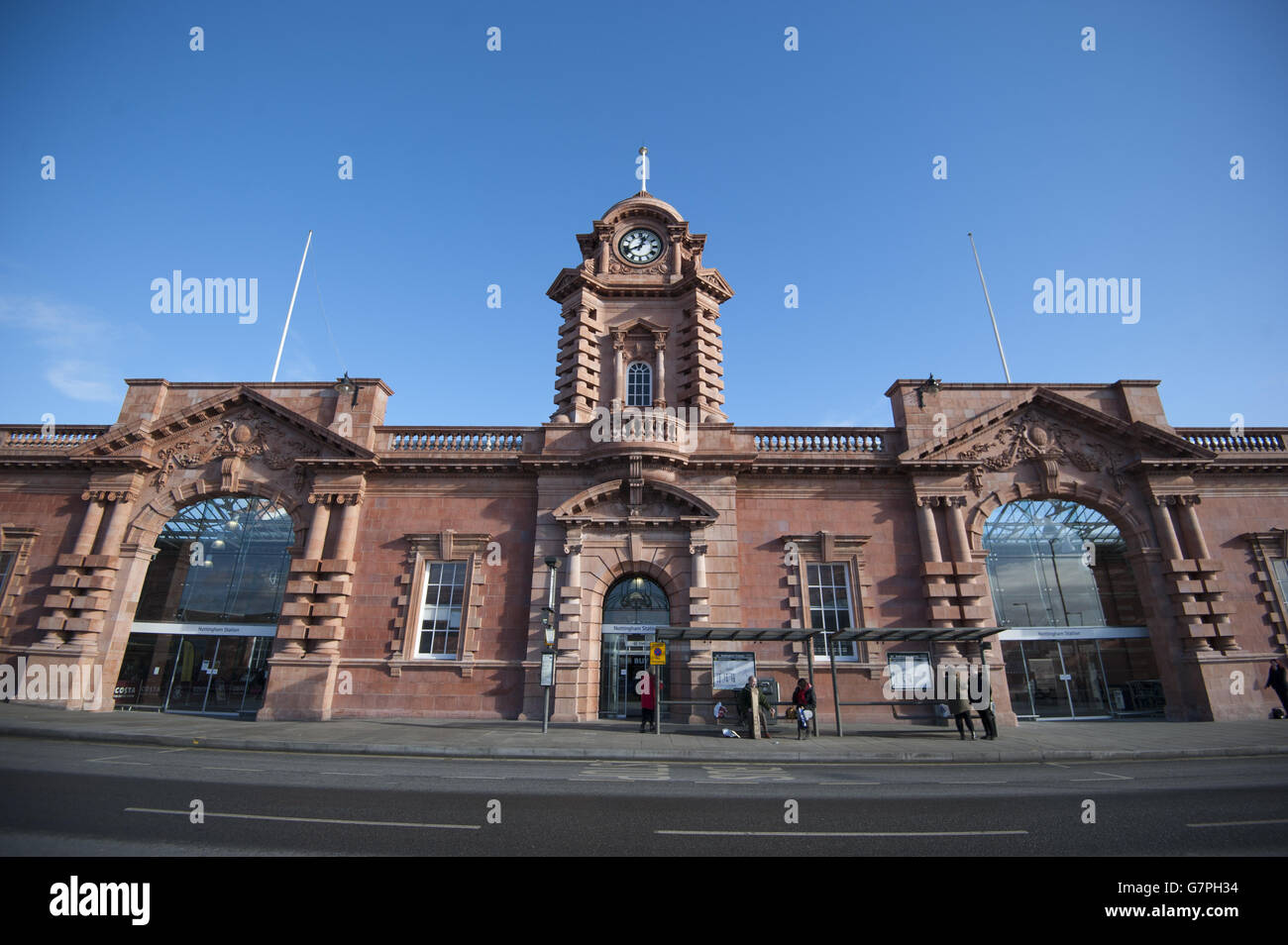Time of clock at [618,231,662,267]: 12:41
